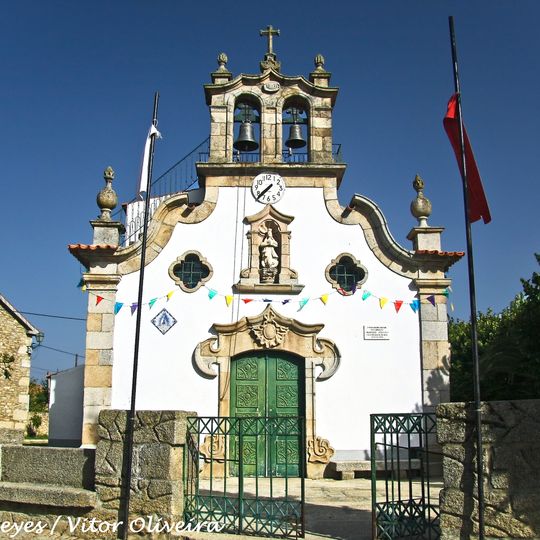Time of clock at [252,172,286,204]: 7:37
